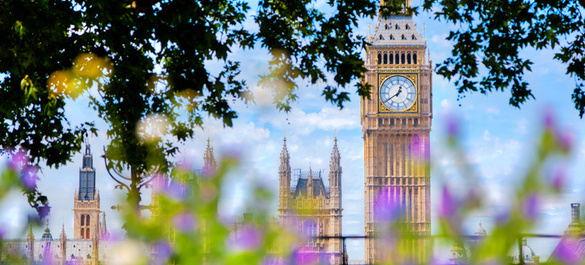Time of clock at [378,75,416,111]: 12:39
